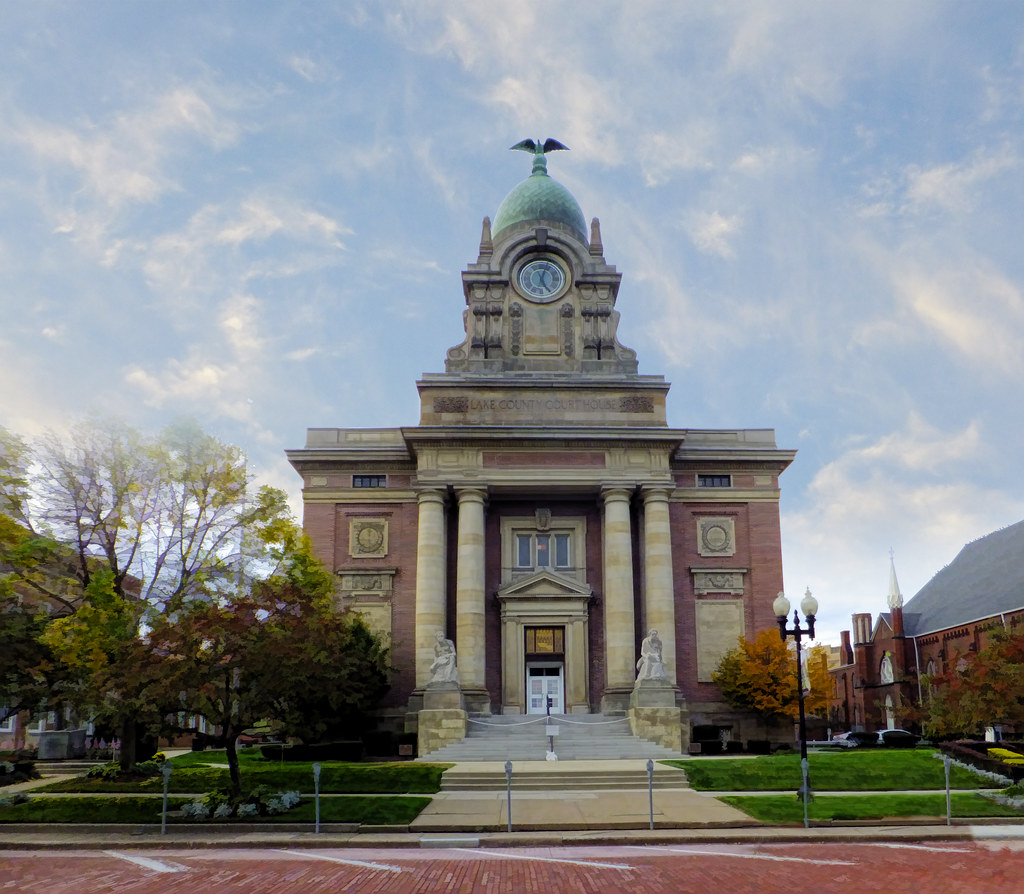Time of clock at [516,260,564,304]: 5:03
